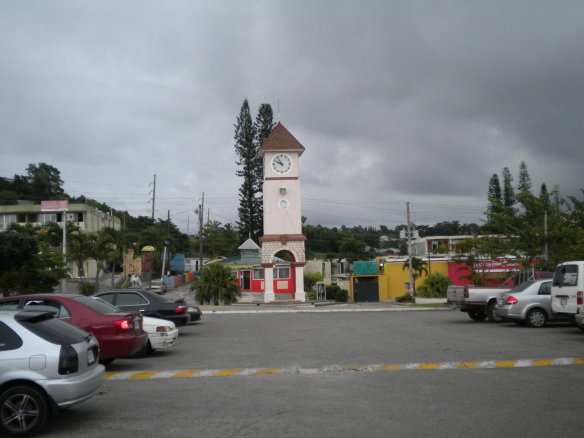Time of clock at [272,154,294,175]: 9:54
